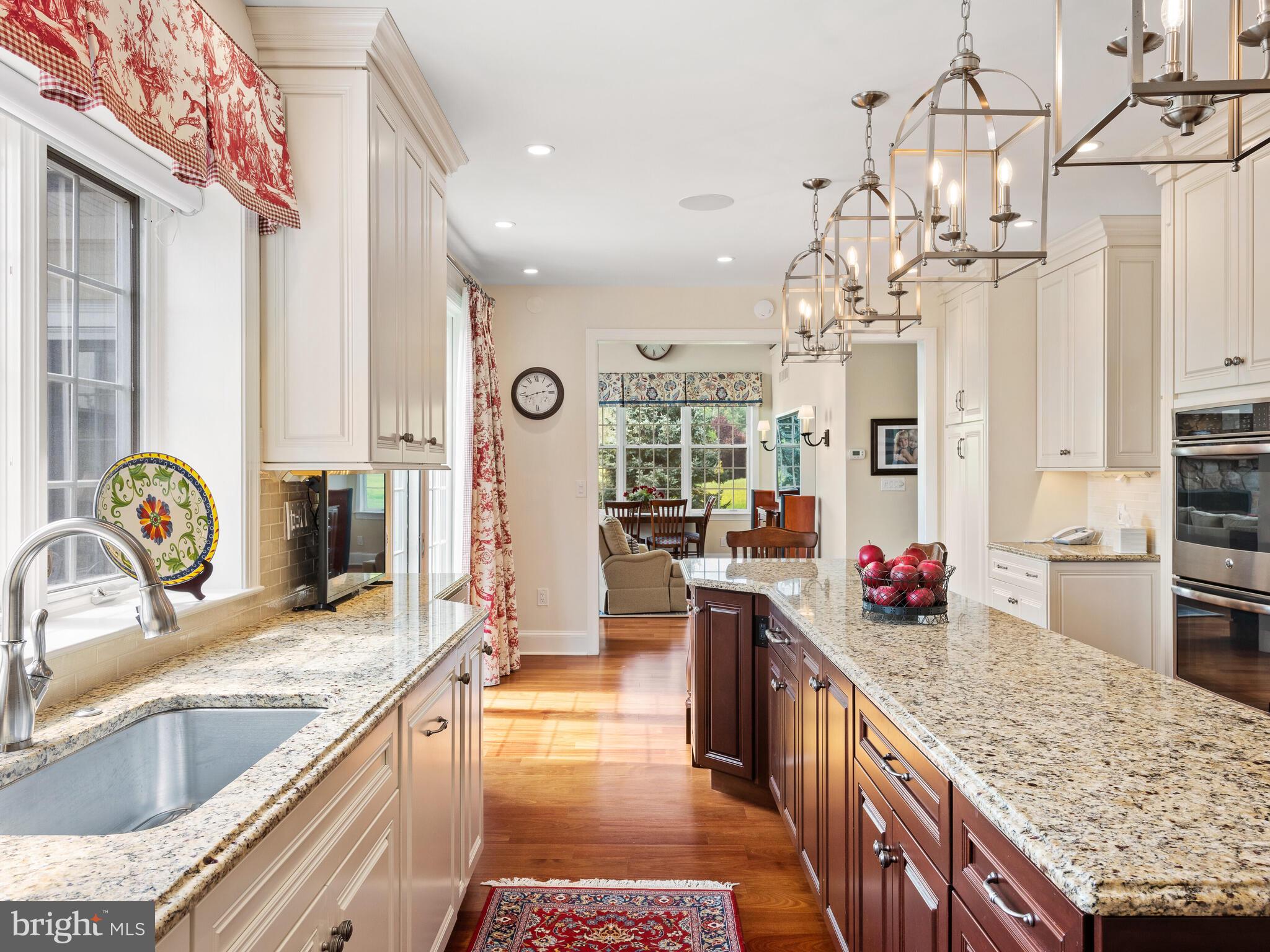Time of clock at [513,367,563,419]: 2:42
